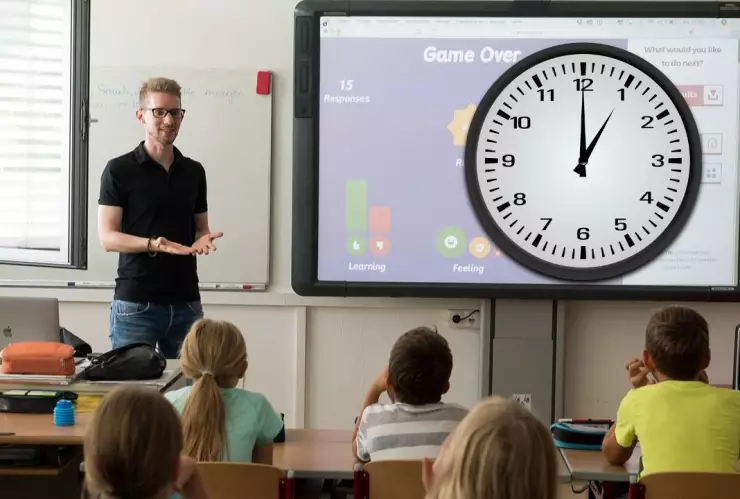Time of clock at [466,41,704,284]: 1:00
